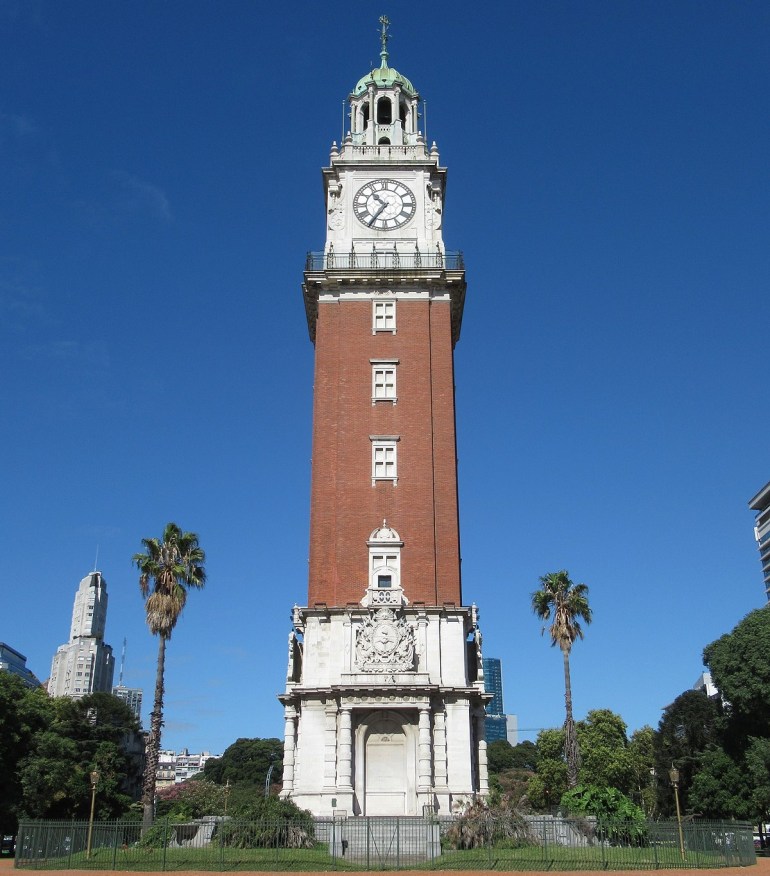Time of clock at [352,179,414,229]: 10:35
